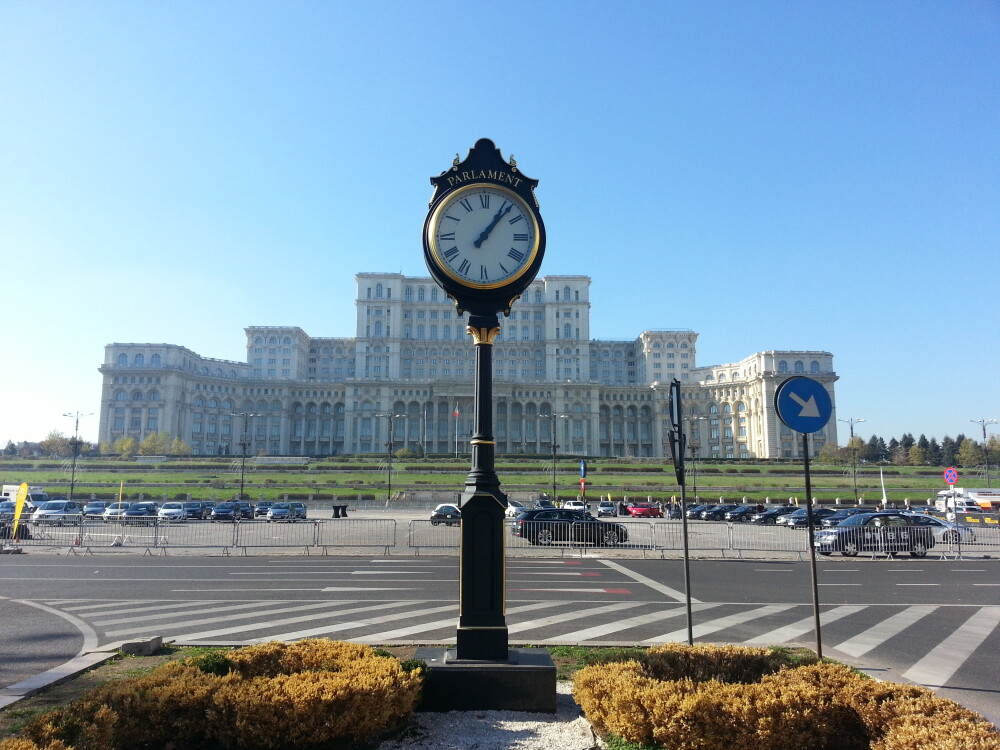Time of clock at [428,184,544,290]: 1:07
